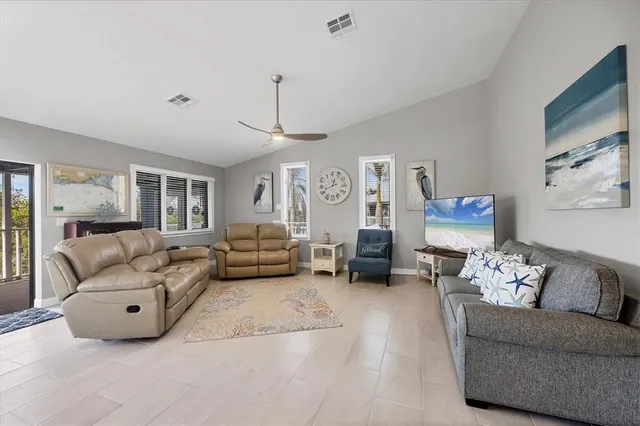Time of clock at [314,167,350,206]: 12:41
